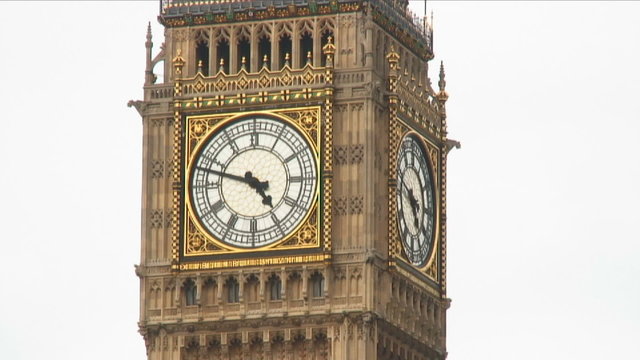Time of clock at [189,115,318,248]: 4:47
